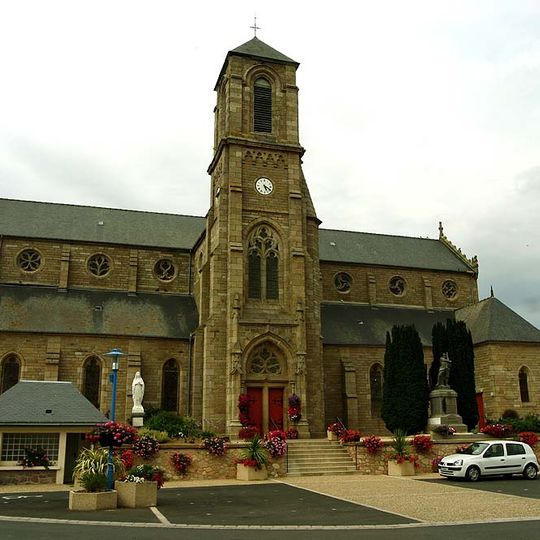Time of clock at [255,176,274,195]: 5:19
